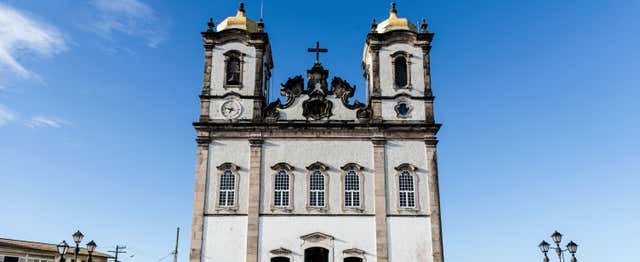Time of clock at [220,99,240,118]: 6:47
